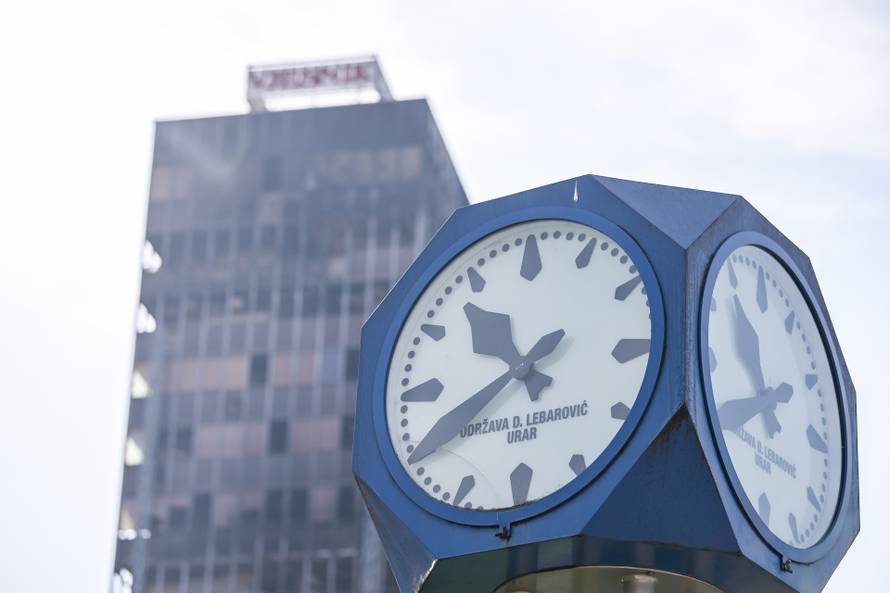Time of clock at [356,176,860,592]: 10:40
